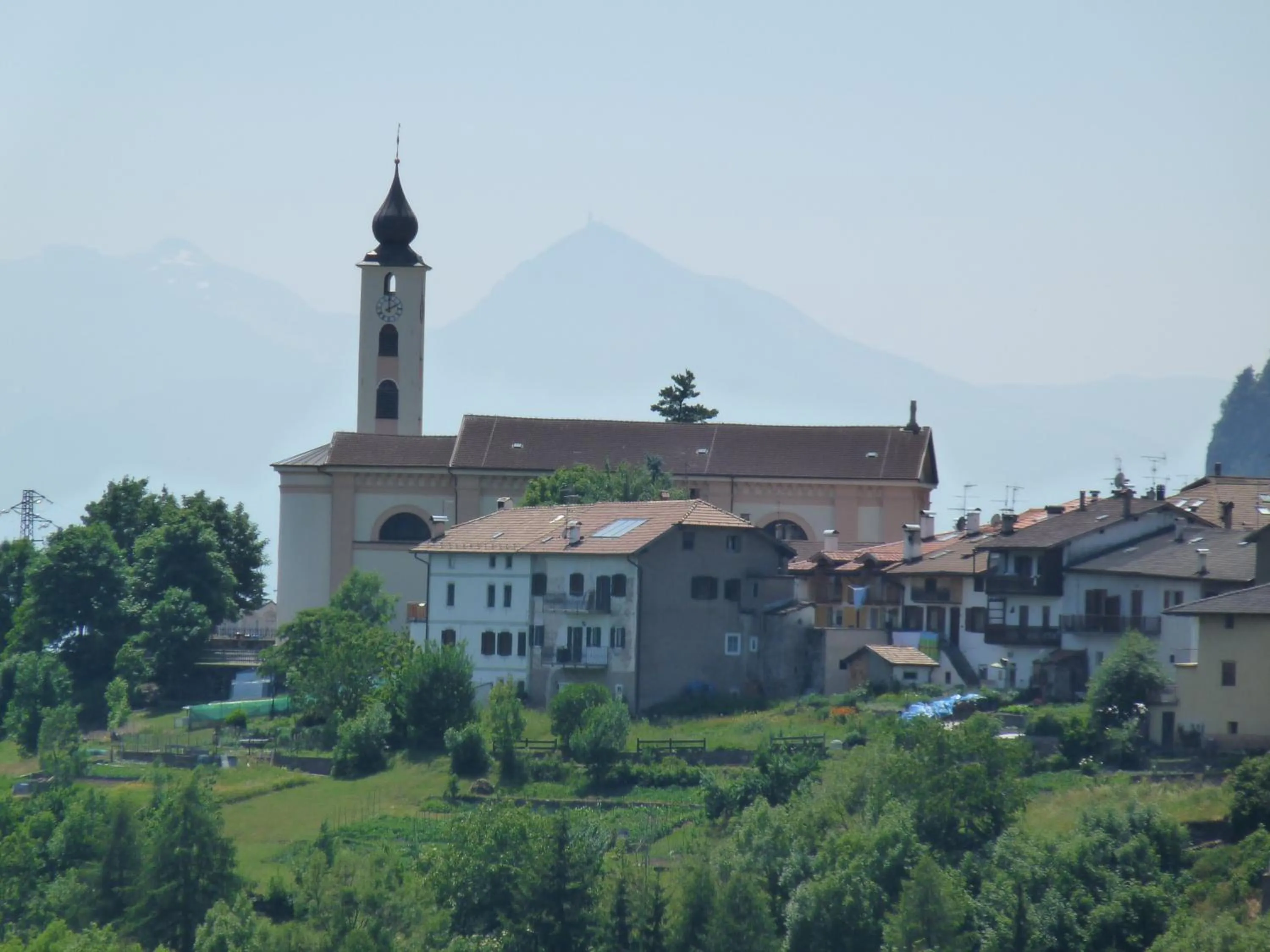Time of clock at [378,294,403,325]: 1:59
